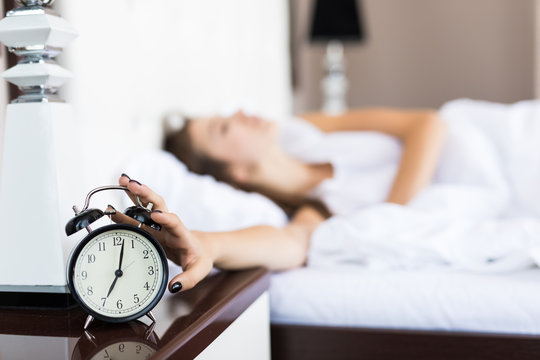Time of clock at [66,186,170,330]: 7:02
